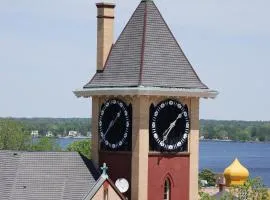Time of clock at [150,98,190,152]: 1:36
